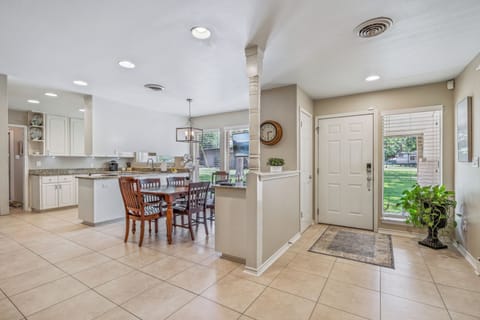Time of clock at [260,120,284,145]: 2:29
